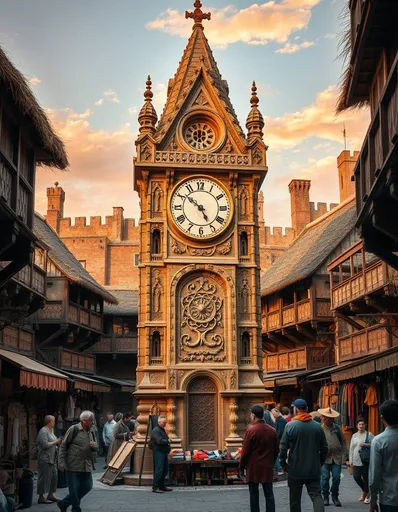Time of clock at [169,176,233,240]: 4:51
